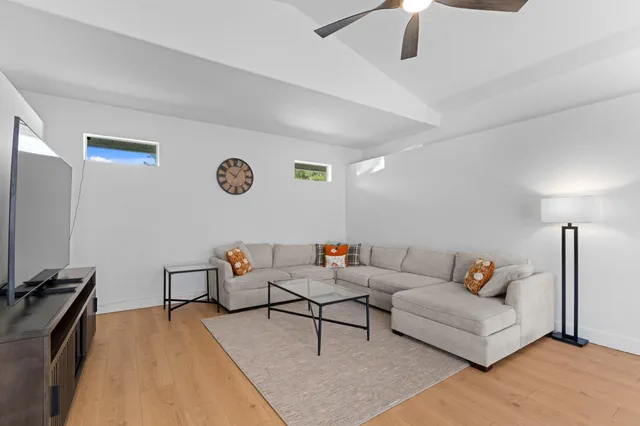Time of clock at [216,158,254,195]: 10:06
